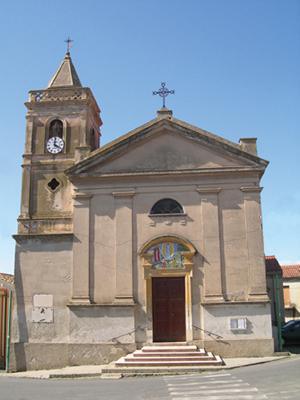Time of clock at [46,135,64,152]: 4:01
